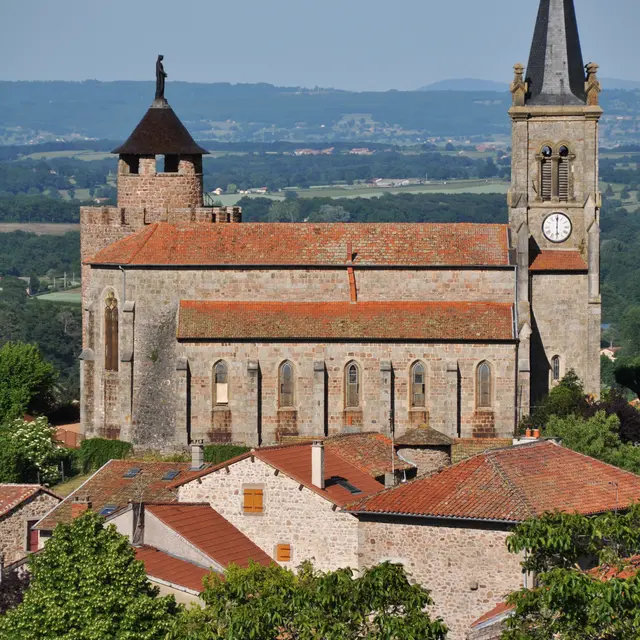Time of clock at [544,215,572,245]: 6:00
